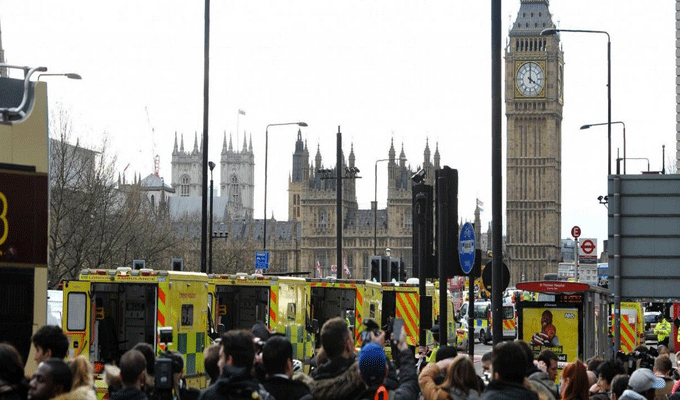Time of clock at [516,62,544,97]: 4:00
